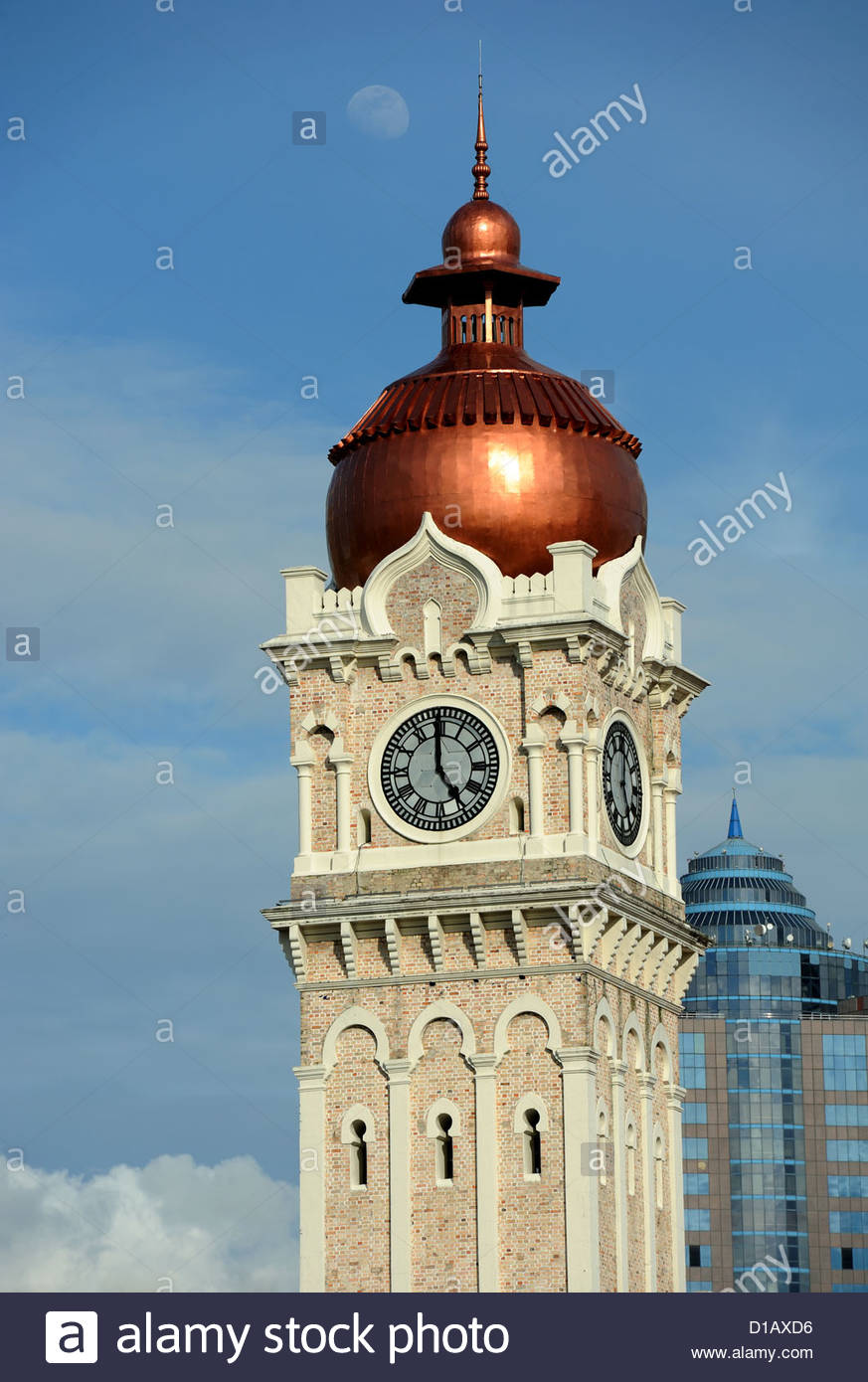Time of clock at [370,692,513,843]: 4:59
